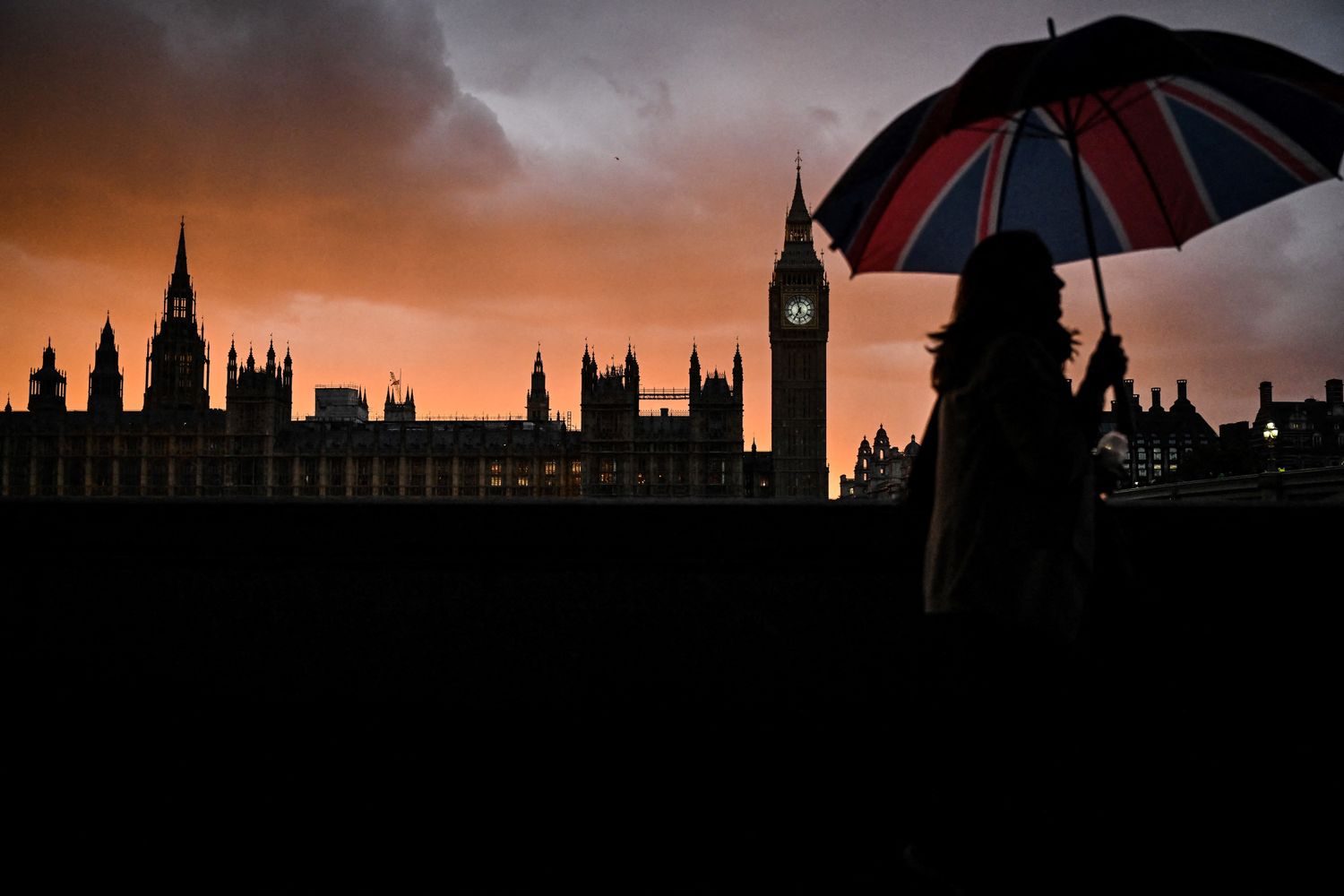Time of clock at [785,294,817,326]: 6:57
